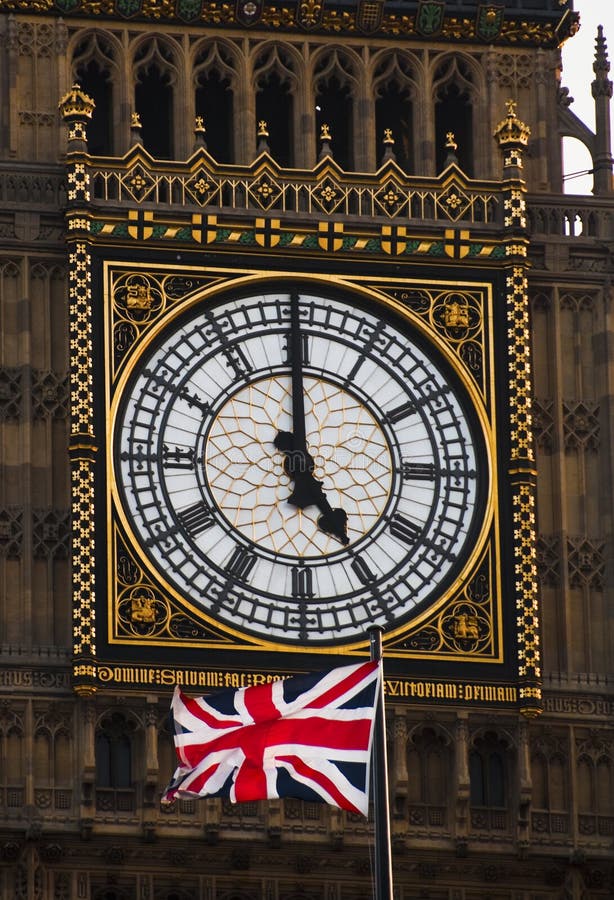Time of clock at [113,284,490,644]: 4:59
